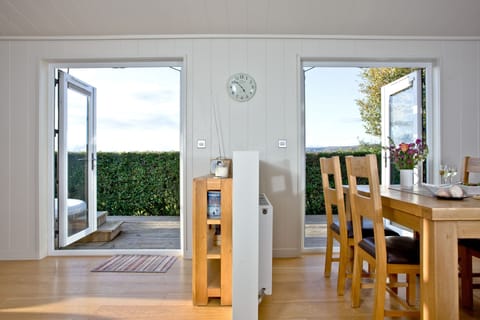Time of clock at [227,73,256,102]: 4:52
